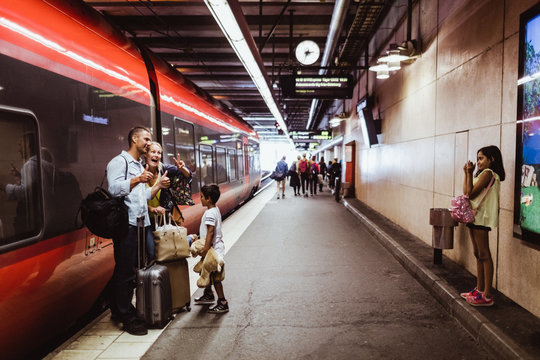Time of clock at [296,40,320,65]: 2:33
